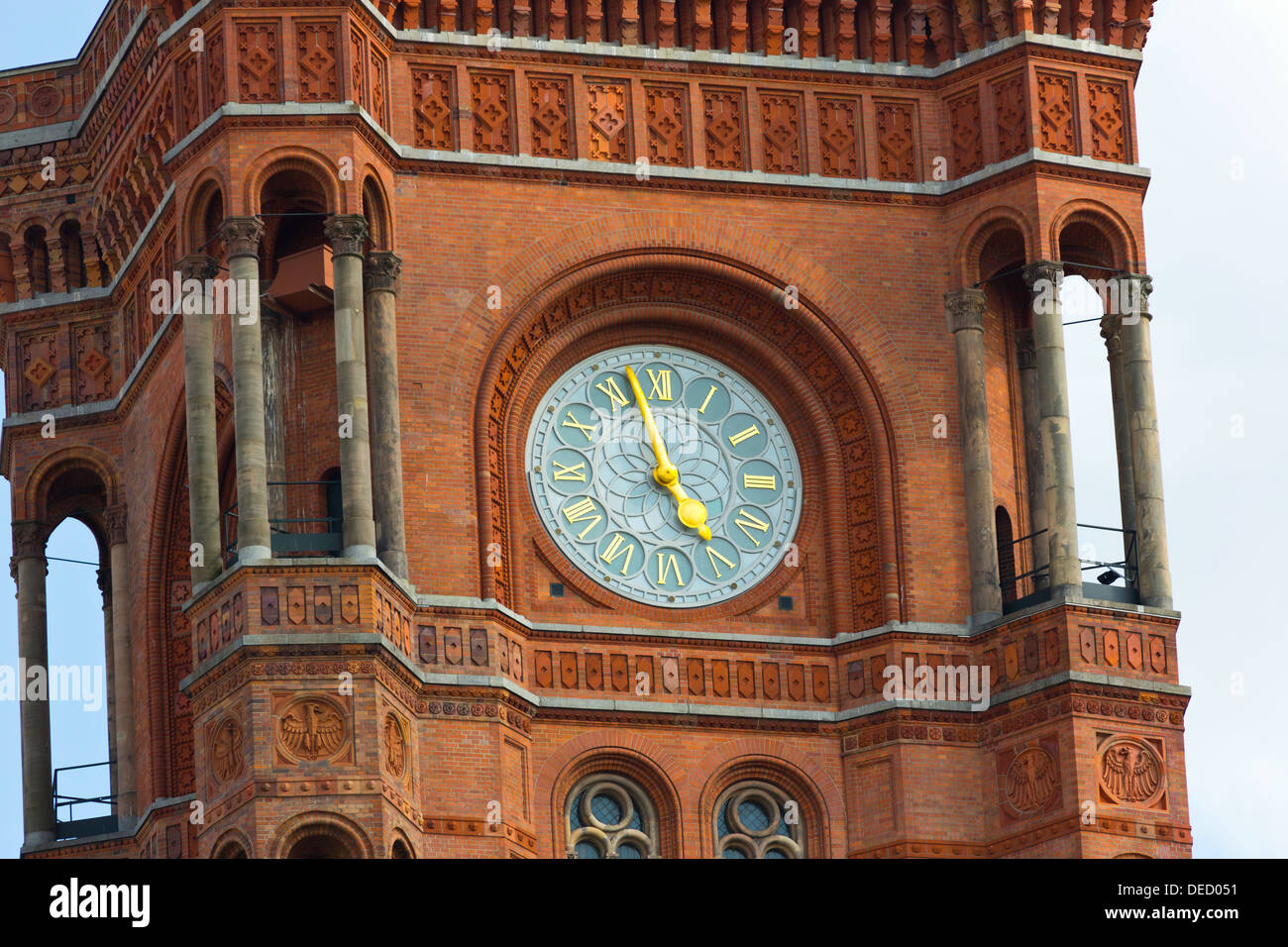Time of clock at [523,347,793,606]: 4:57
